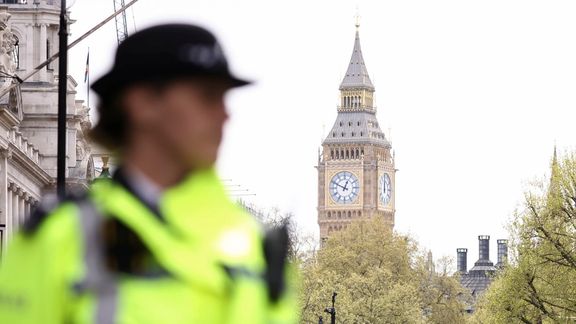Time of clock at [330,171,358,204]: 12:49
